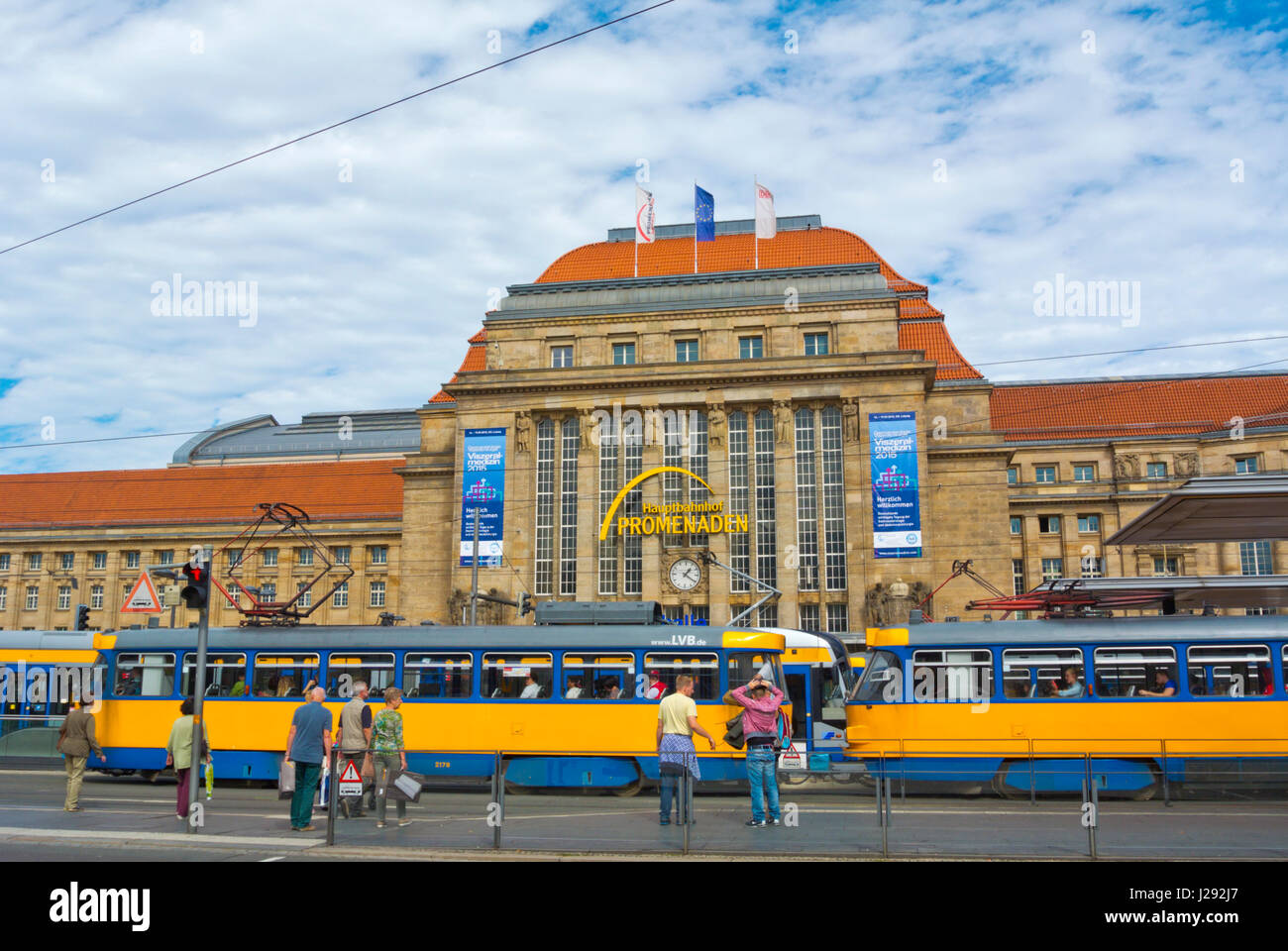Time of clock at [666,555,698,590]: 1:20
